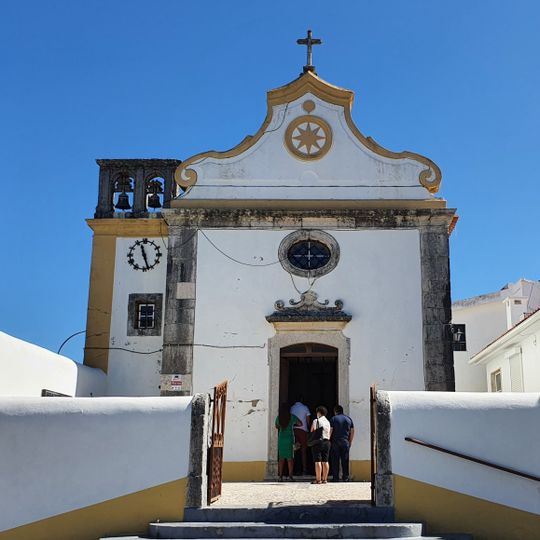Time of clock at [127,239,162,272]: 11:27
